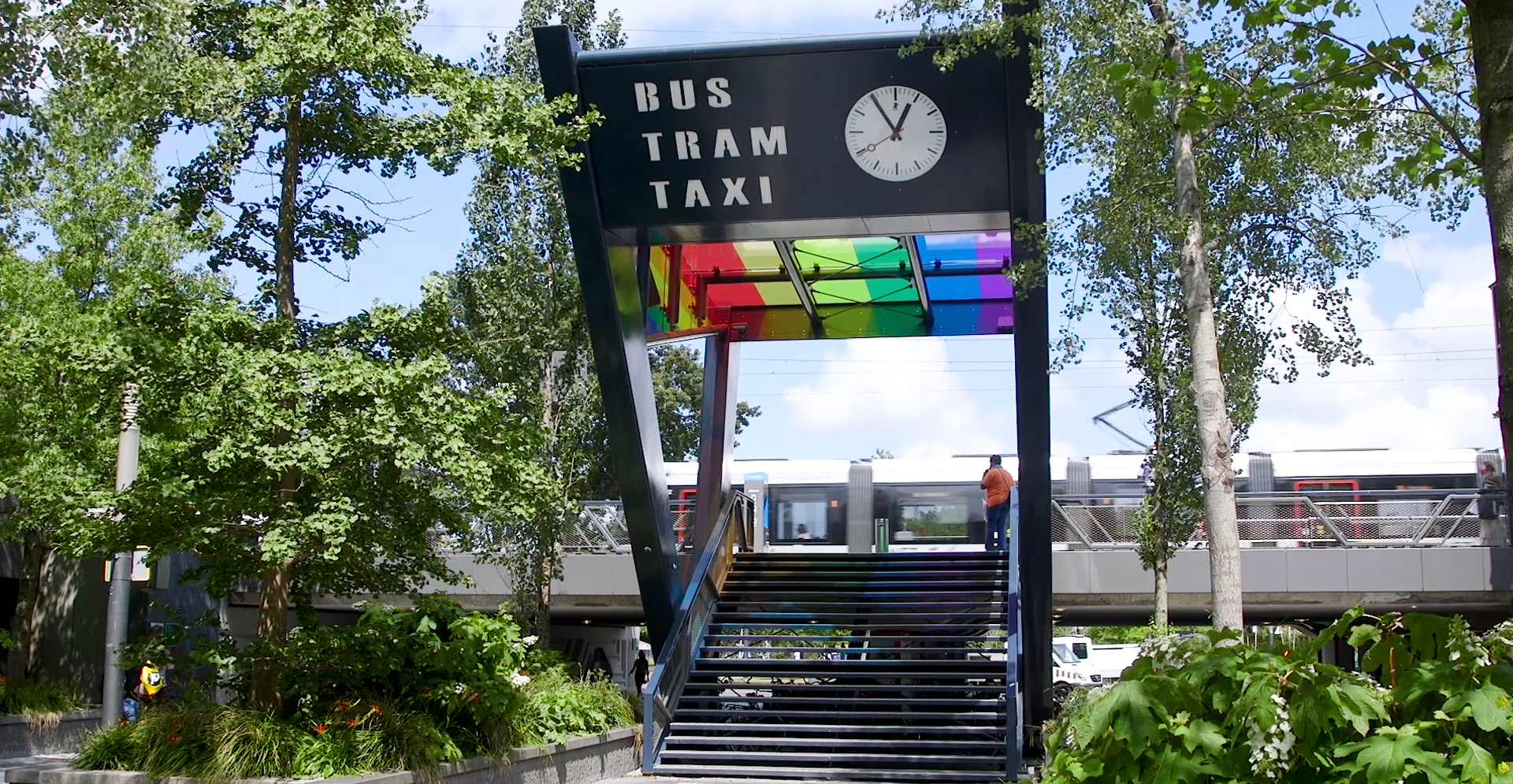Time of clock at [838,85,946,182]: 12:54
